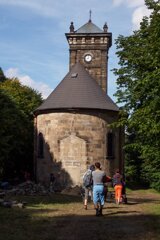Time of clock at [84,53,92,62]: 9:01
